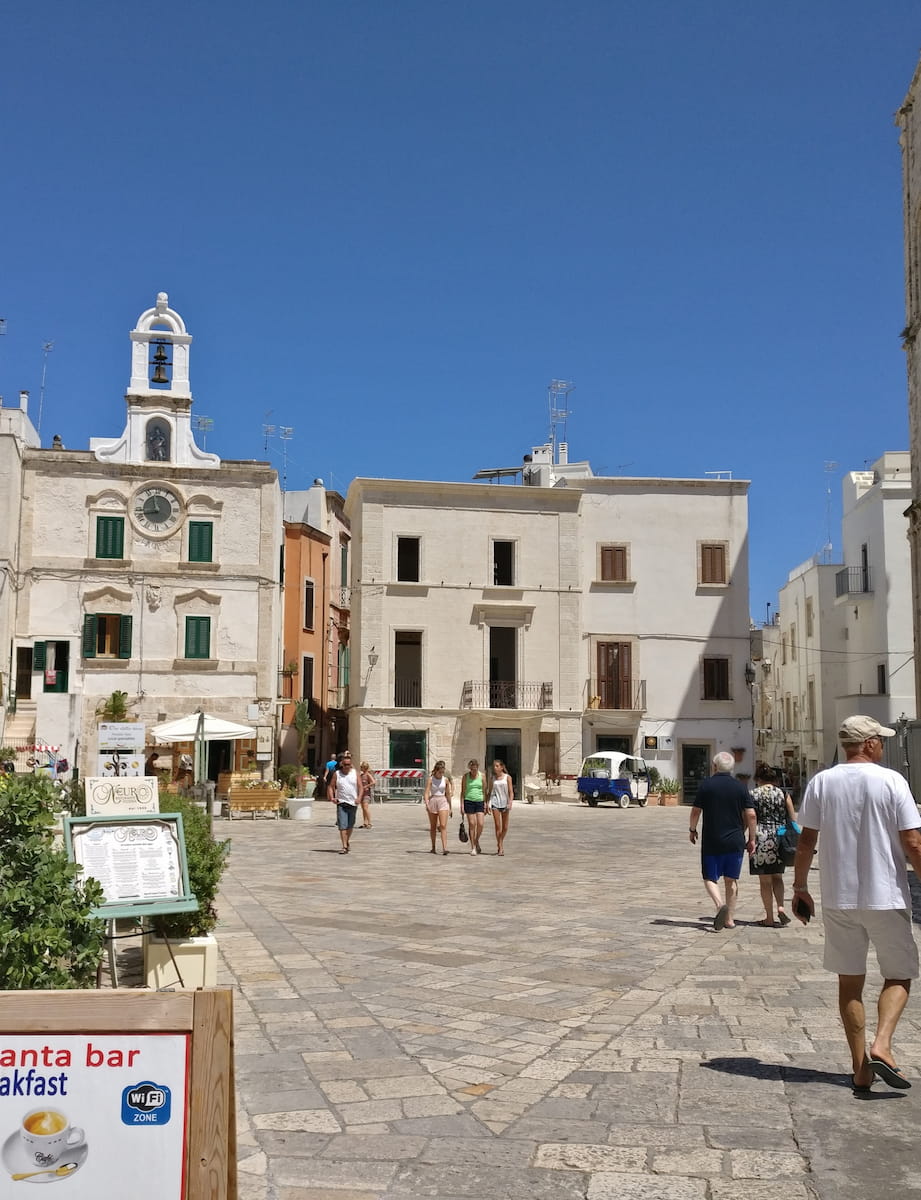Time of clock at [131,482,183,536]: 11:42
